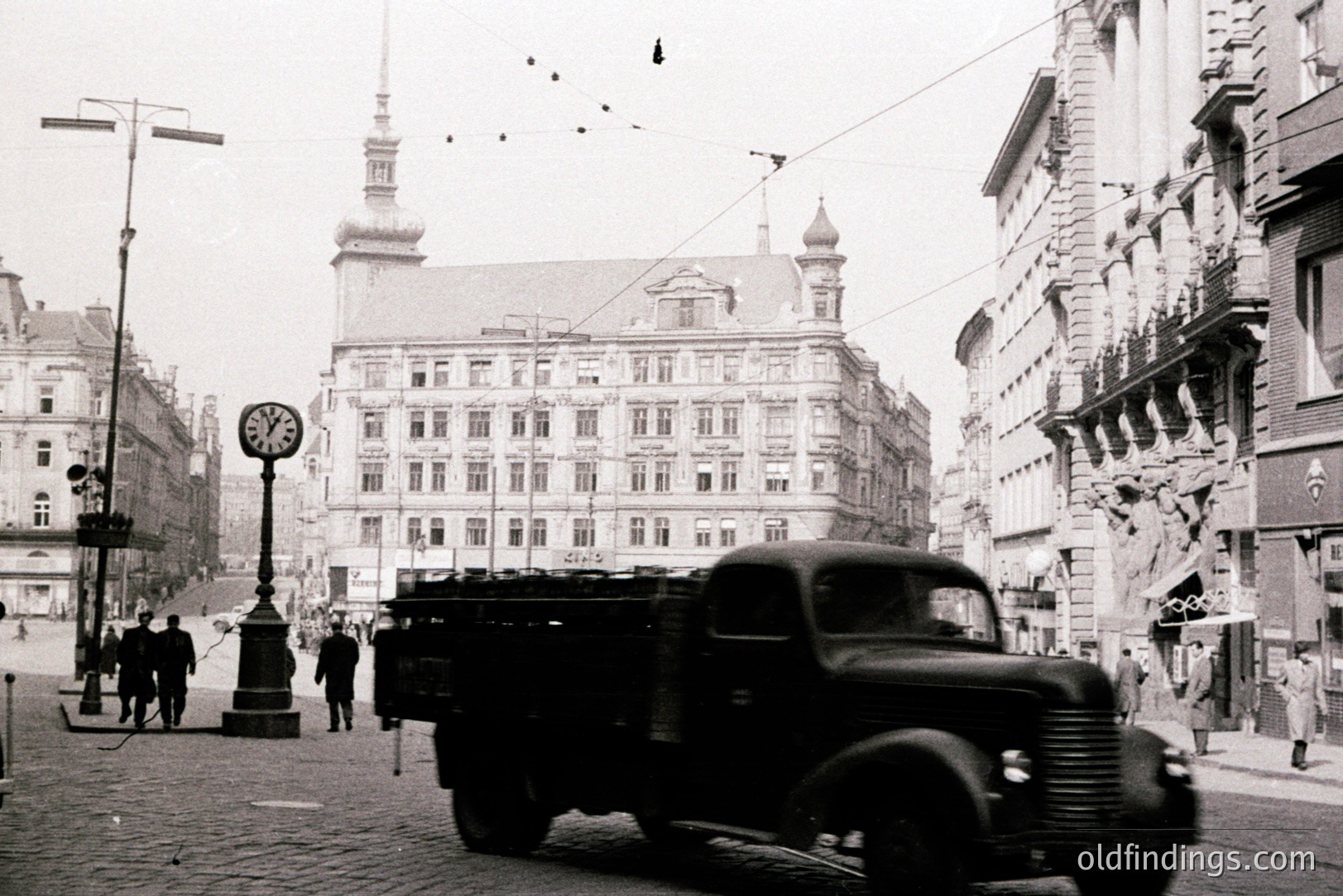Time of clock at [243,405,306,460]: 12:56
